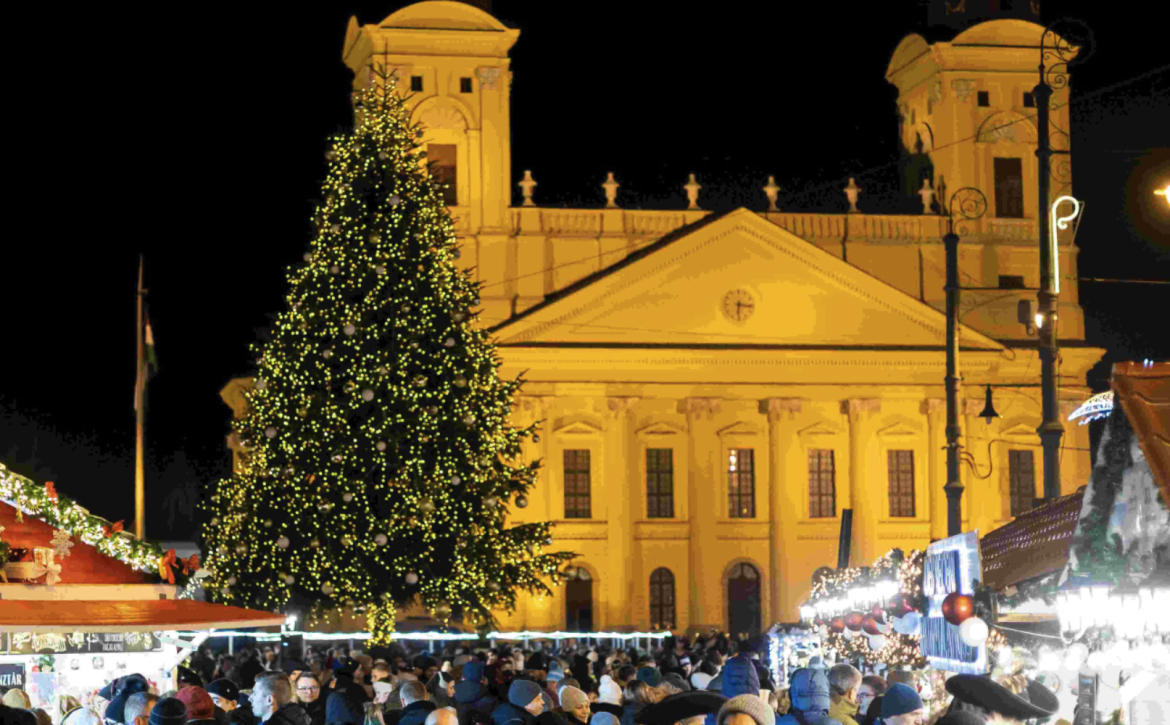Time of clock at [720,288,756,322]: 6:16
